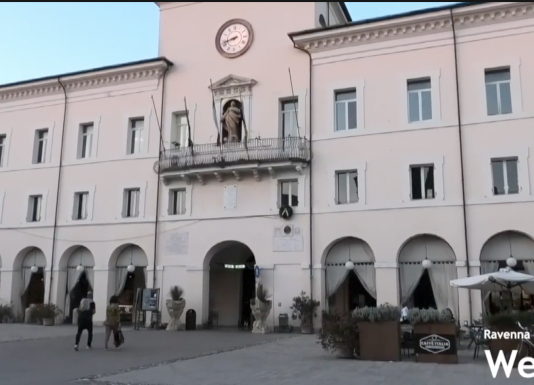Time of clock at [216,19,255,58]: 8:42
